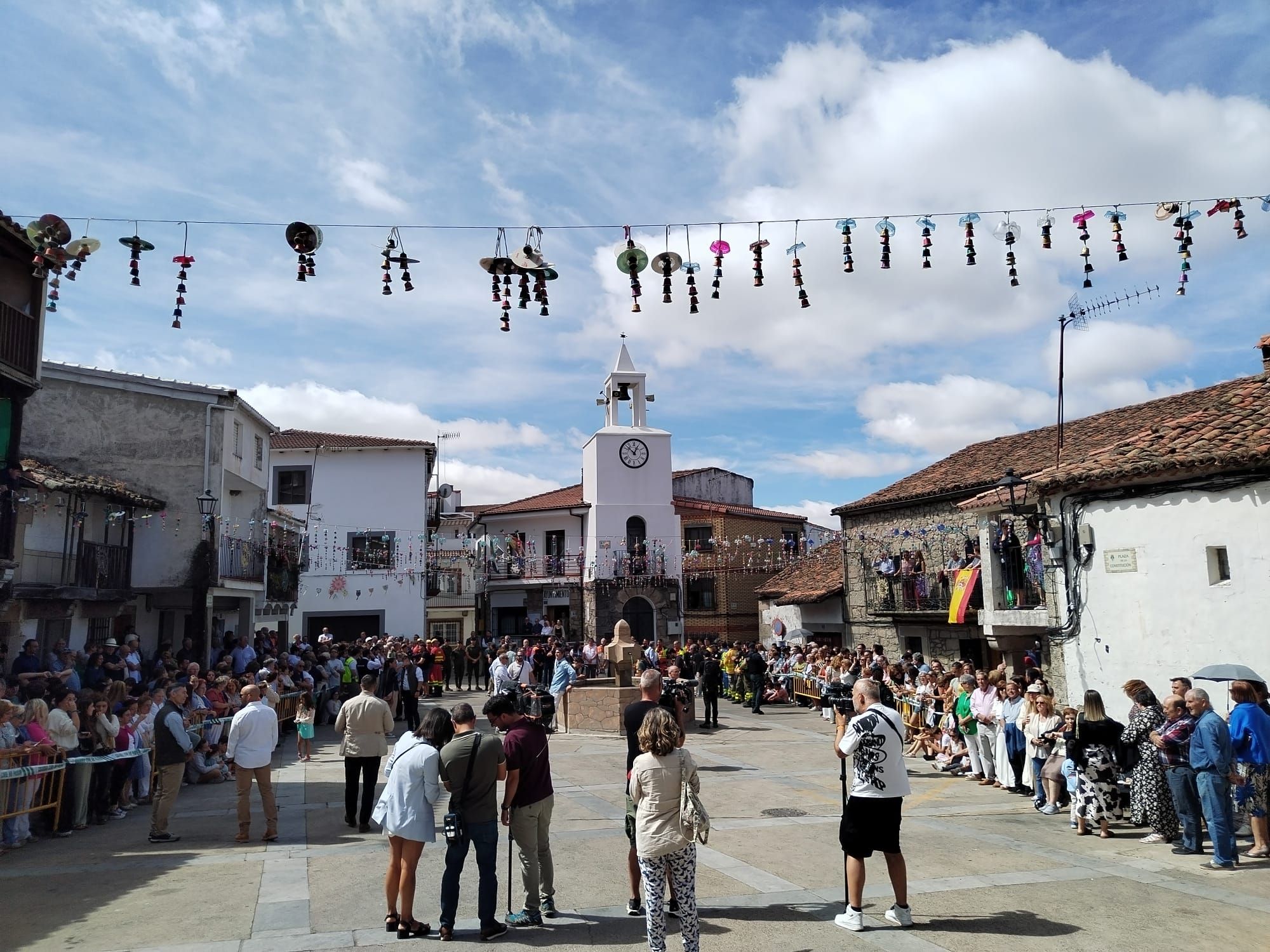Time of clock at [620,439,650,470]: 12:52
